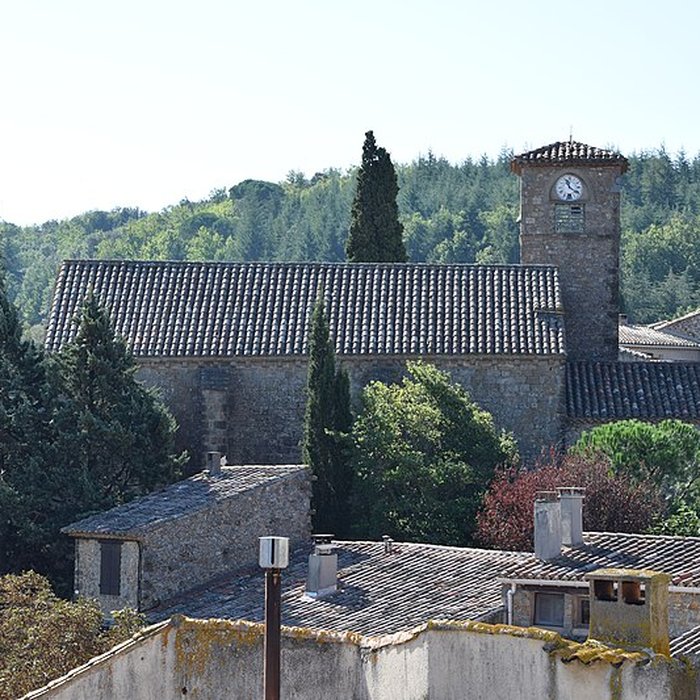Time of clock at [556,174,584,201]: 11:21
